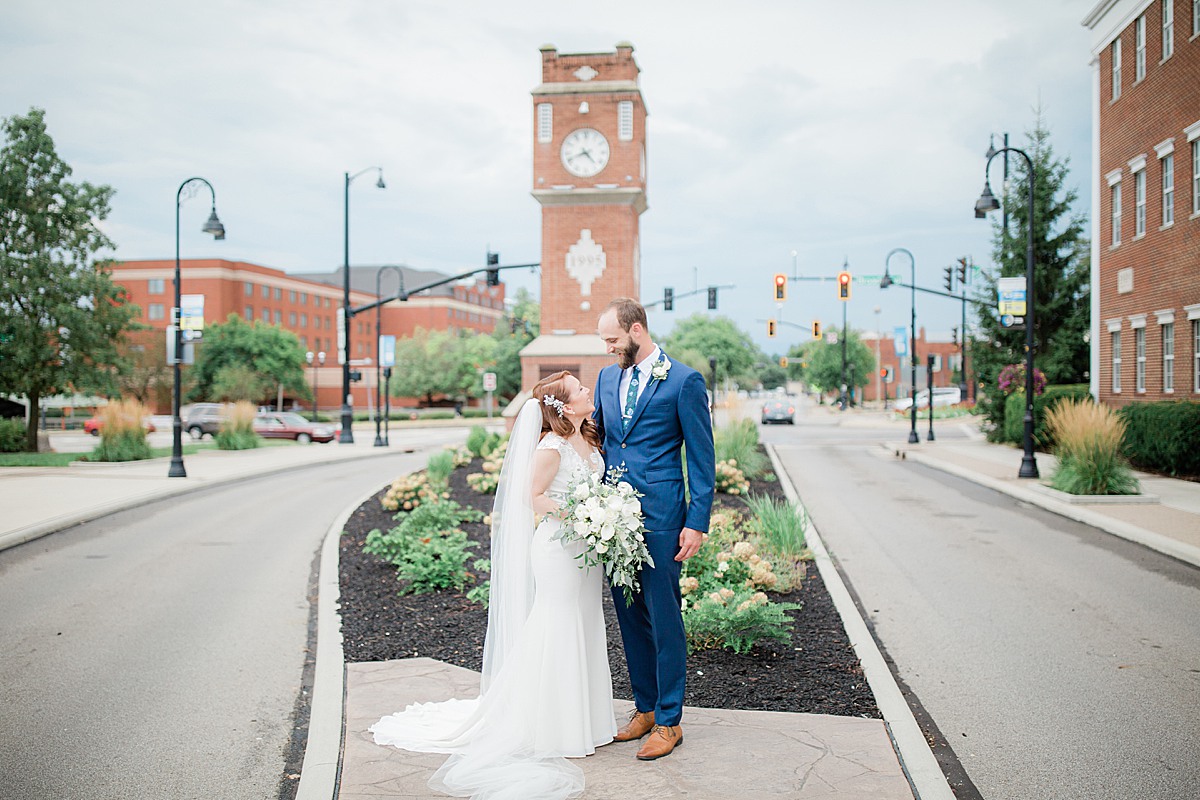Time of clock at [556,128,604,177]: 4:41
